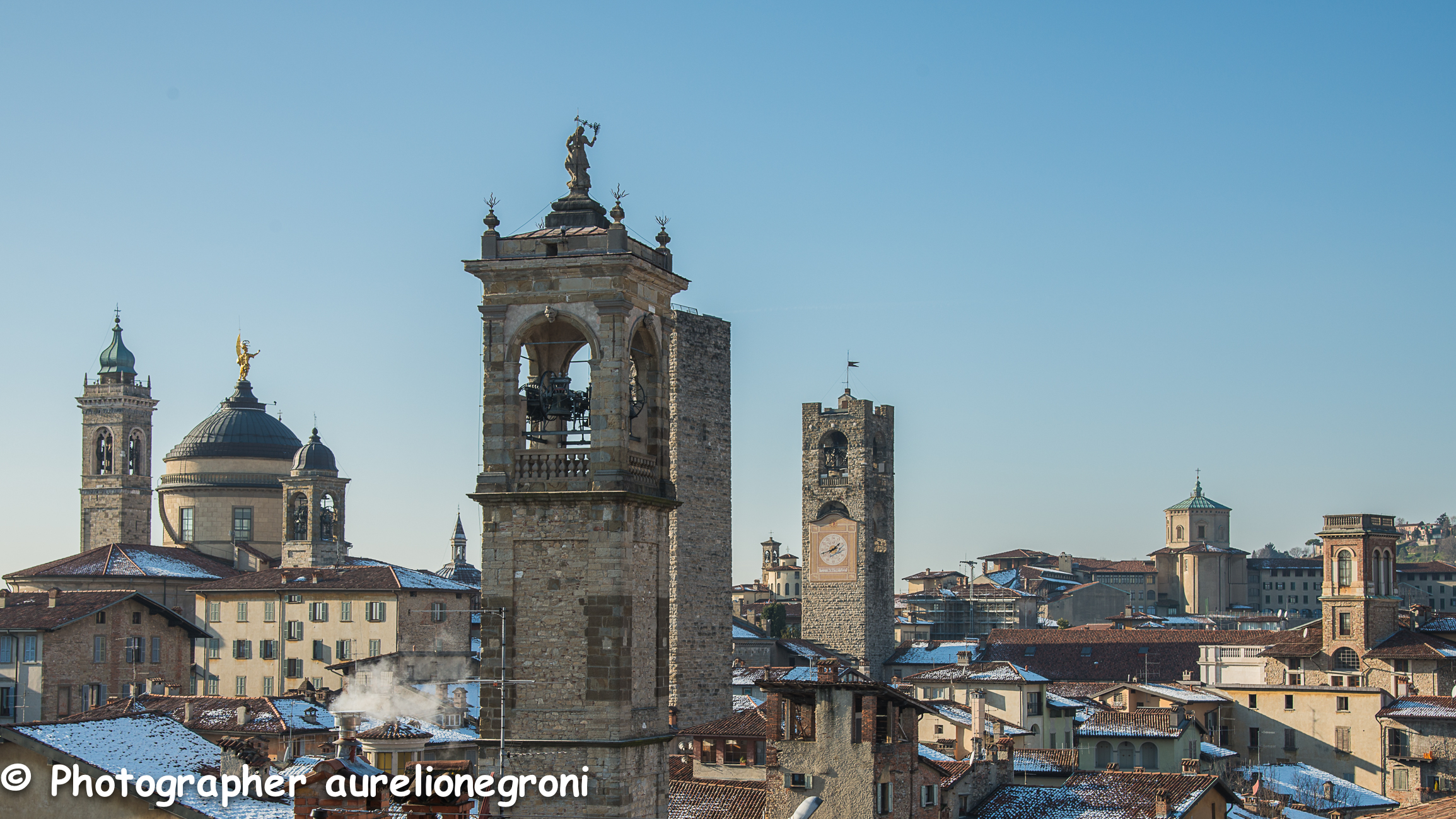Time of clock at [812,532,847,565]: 1:42
